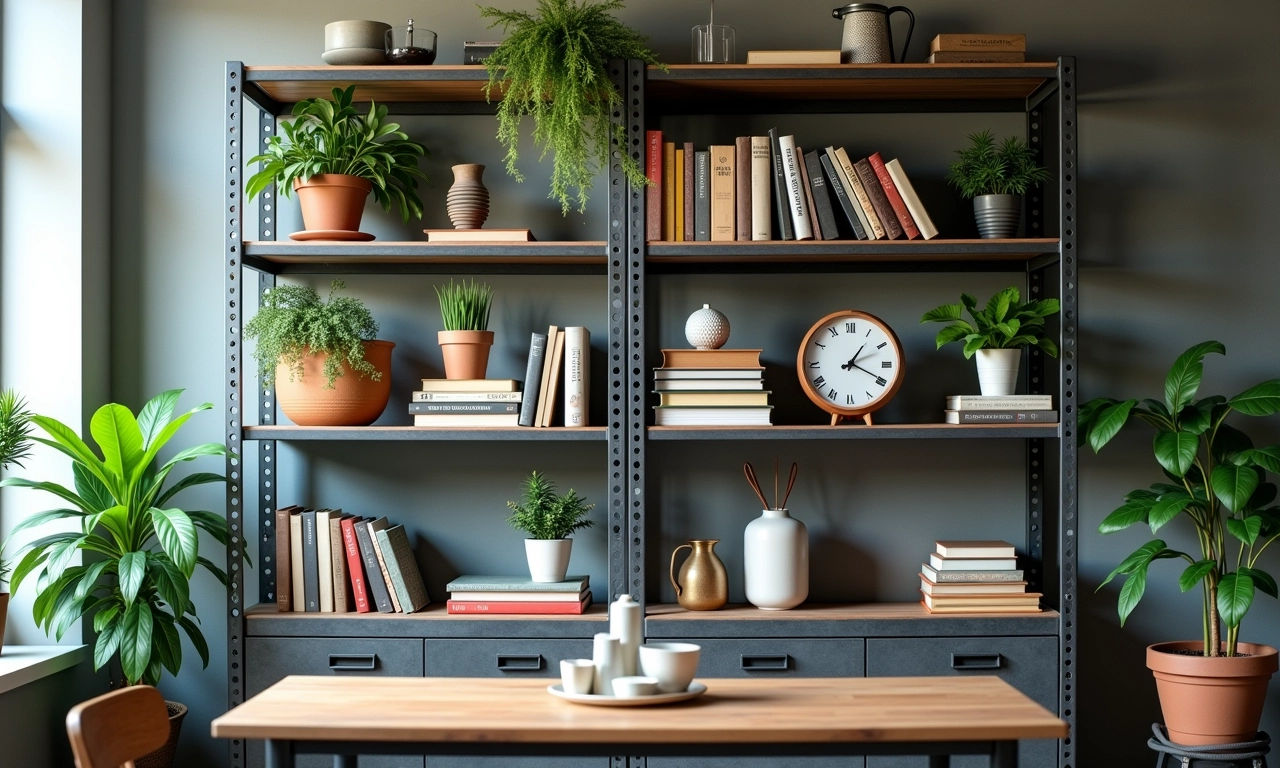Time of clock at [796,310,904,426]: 1:19
